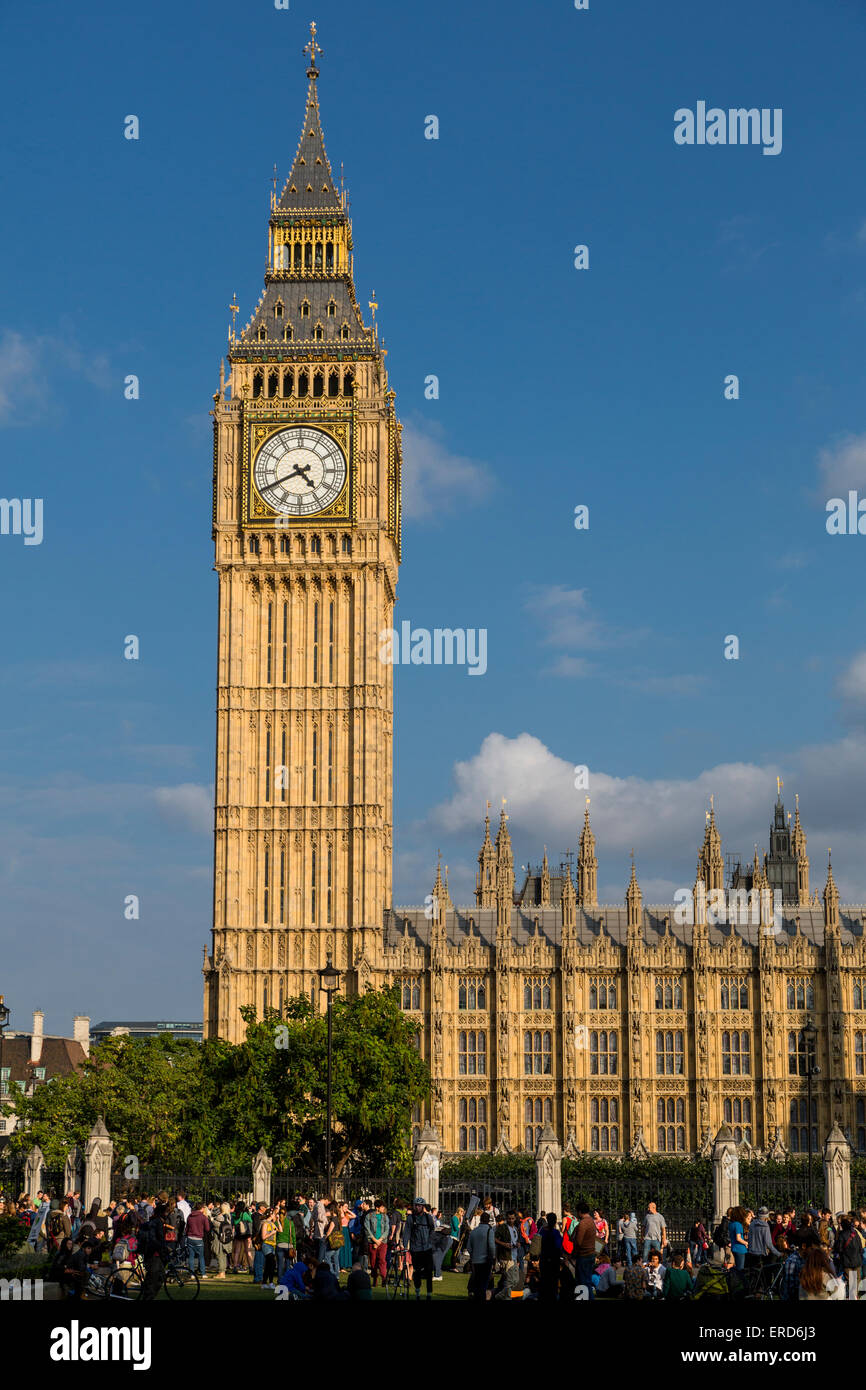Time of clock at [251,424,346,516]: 4:40
